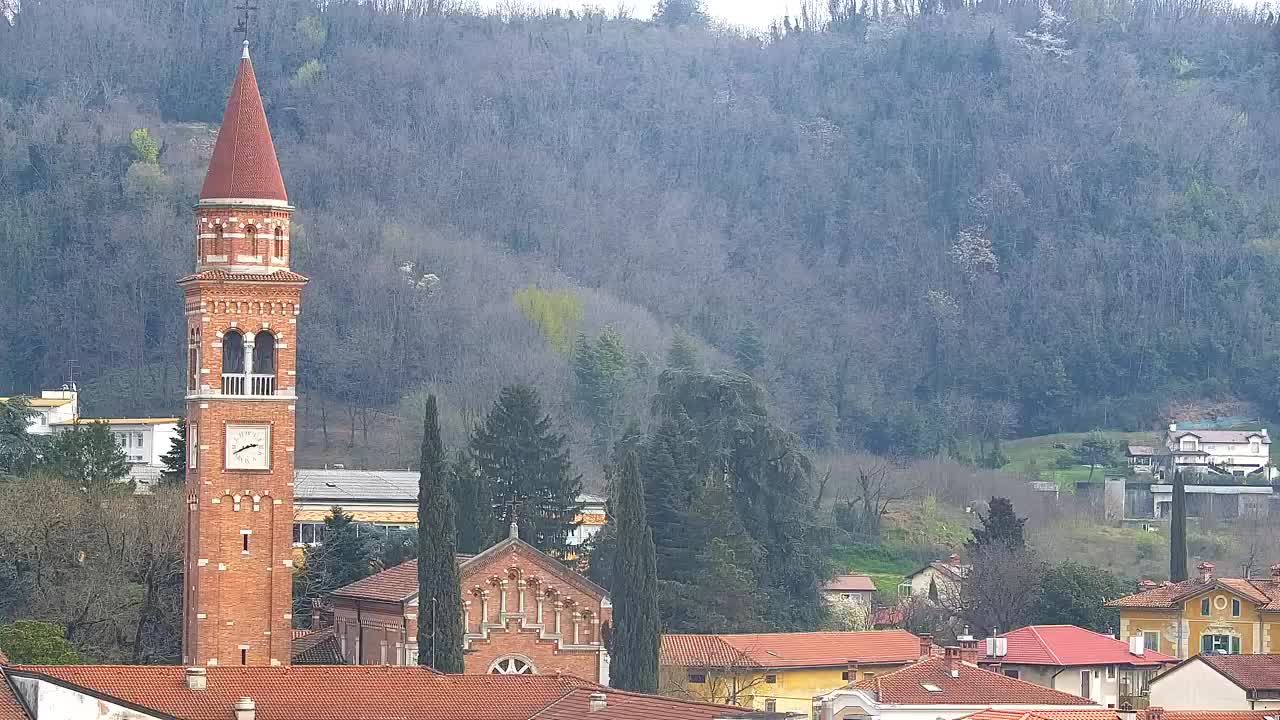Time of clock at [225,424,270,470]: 2:40
